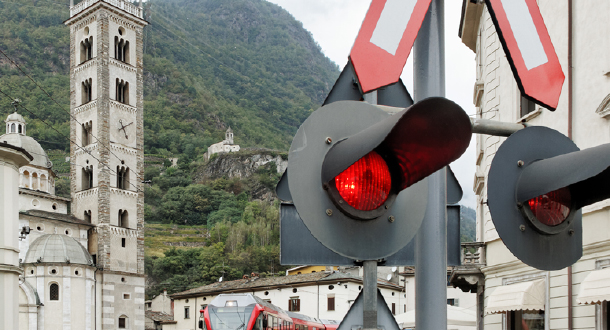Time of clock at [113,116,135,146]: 5:11
